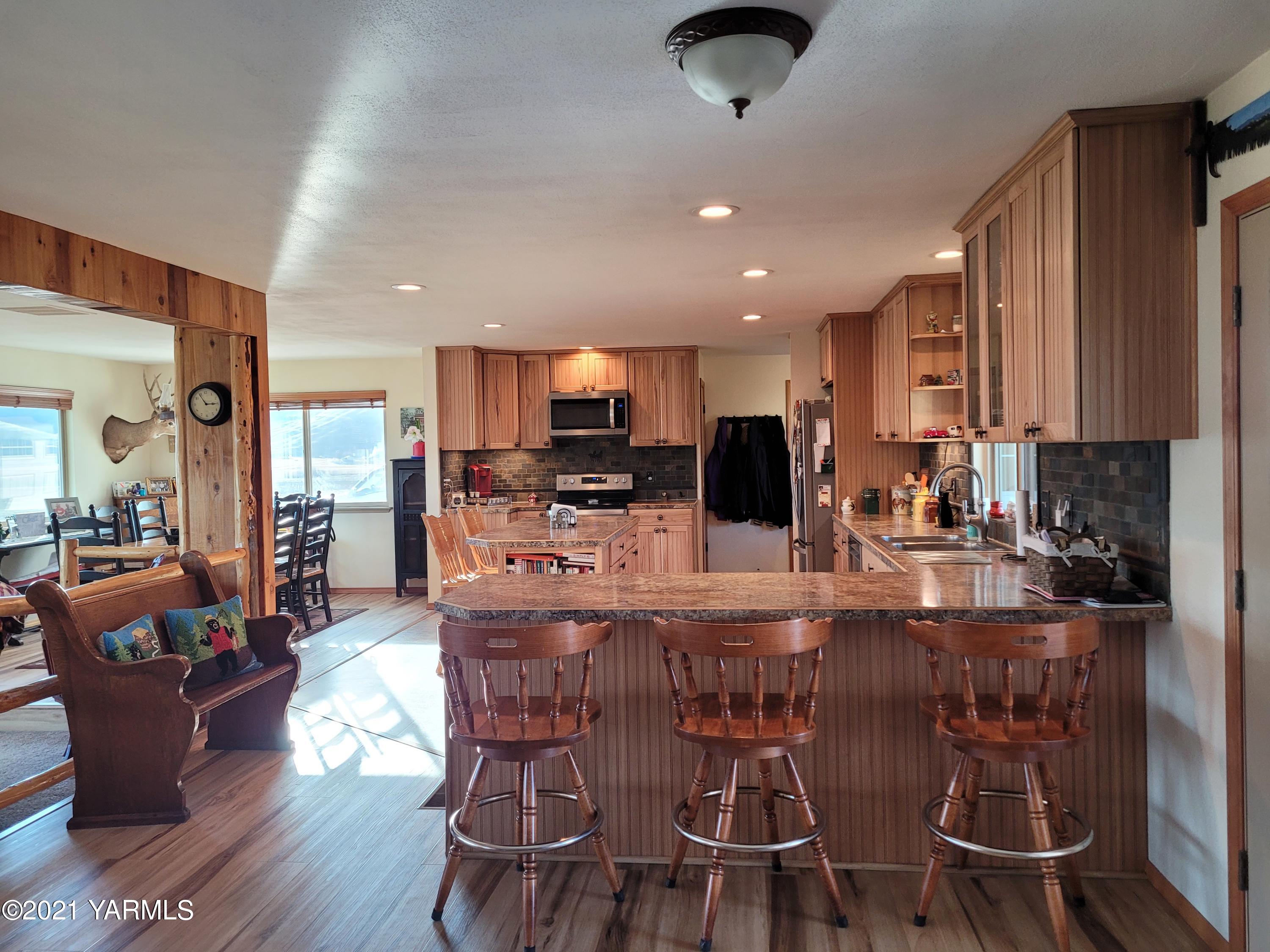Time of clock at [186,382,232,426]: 2:54
